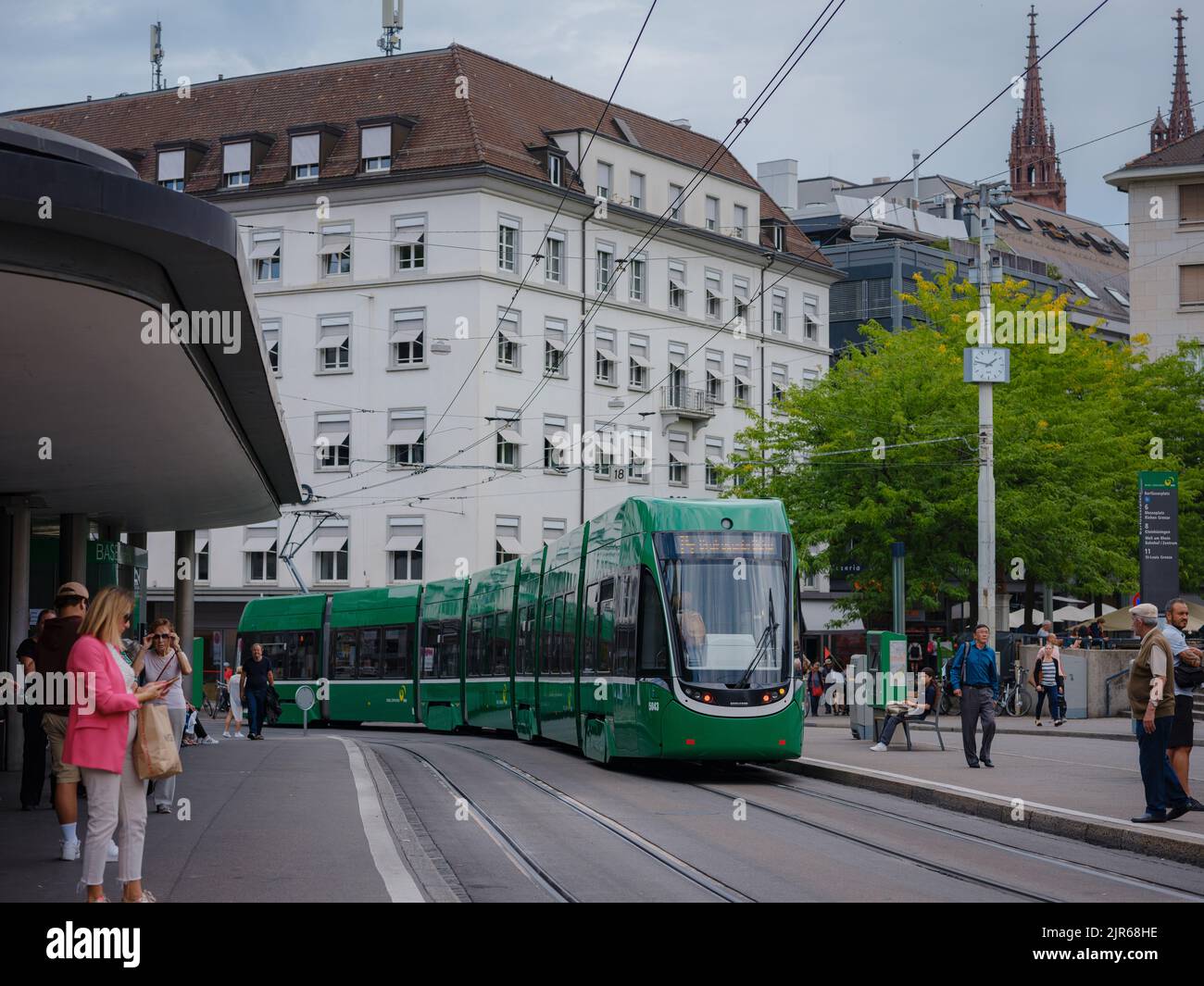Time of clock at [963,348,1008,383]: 1:47
